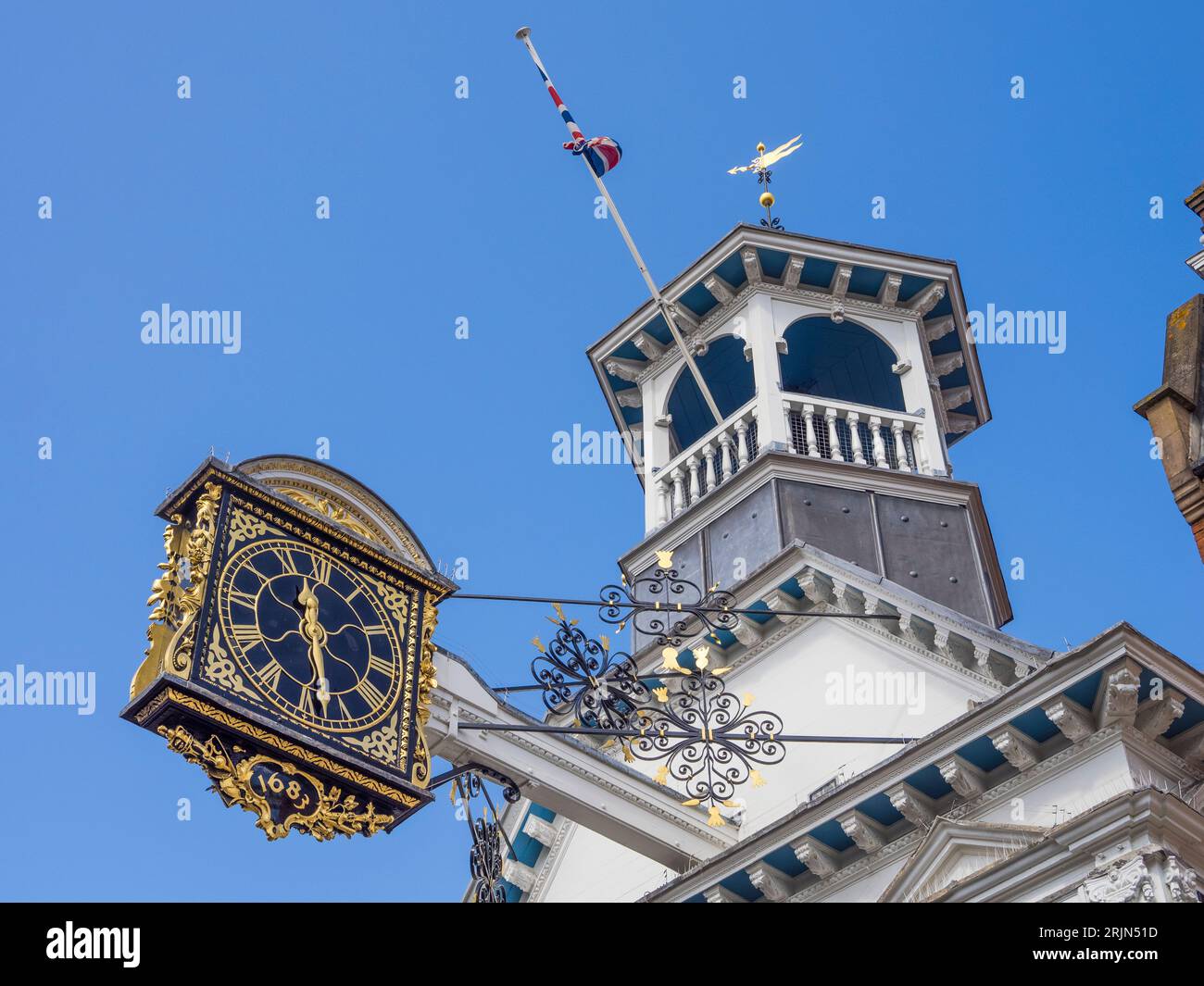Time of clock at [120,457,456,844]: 12:28
